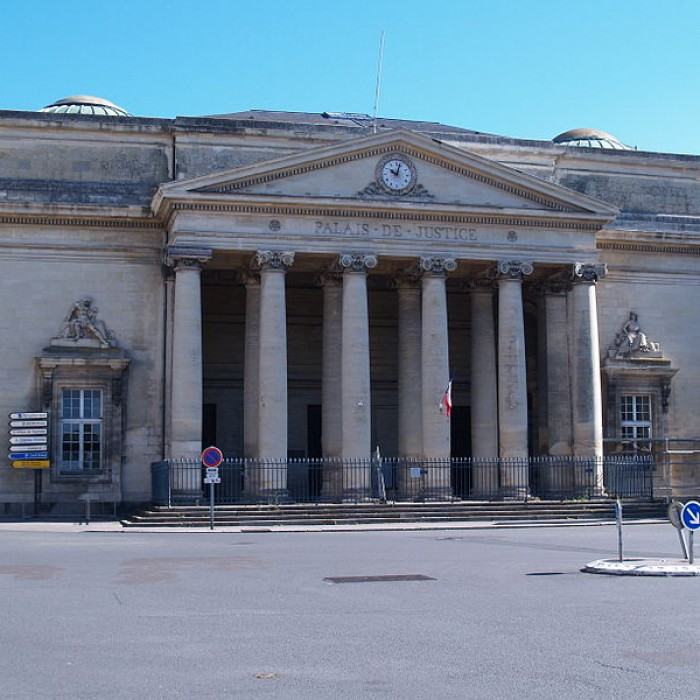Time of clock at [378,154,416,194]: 10:02
